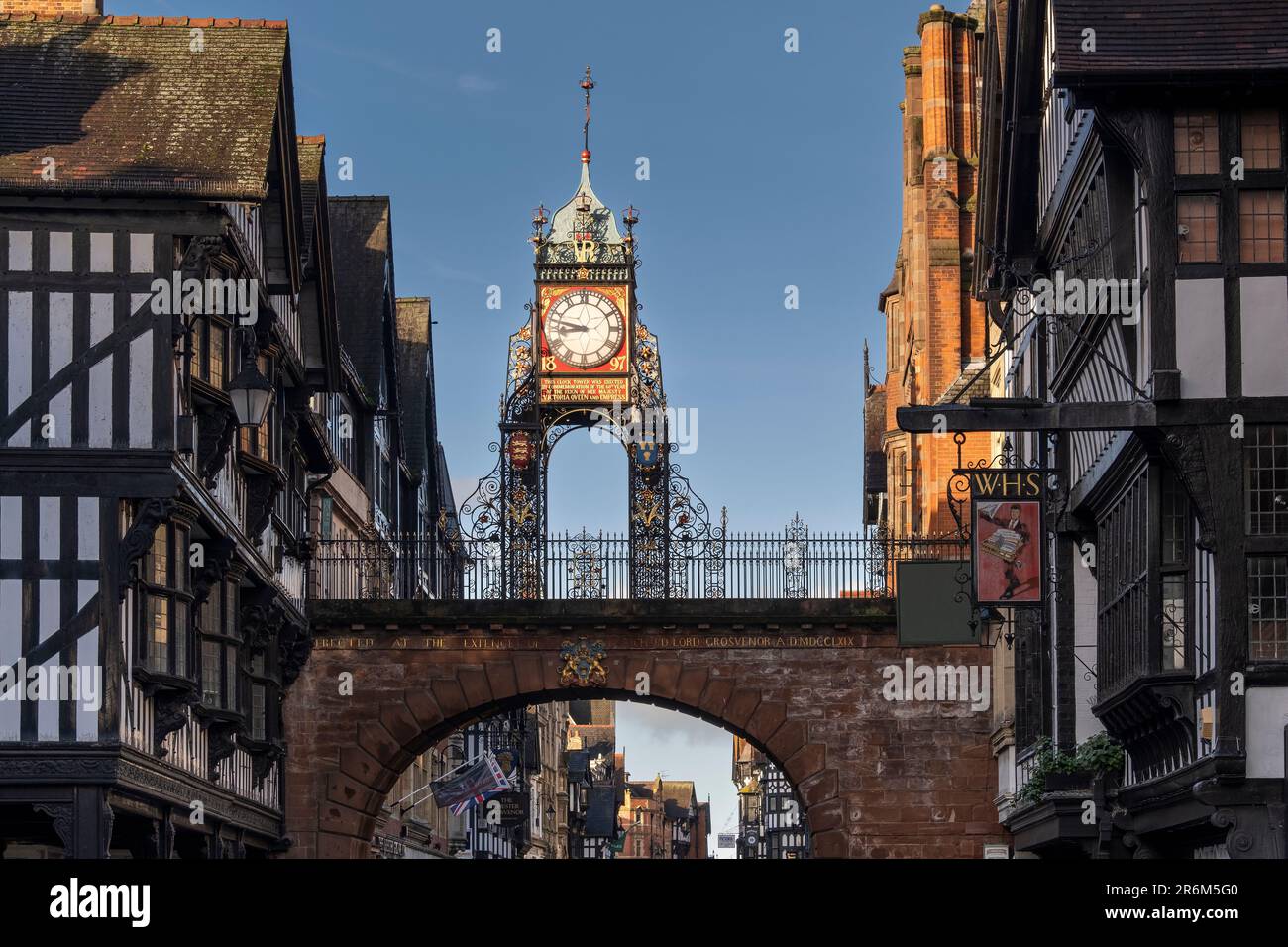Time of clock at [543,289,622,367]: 8:47
